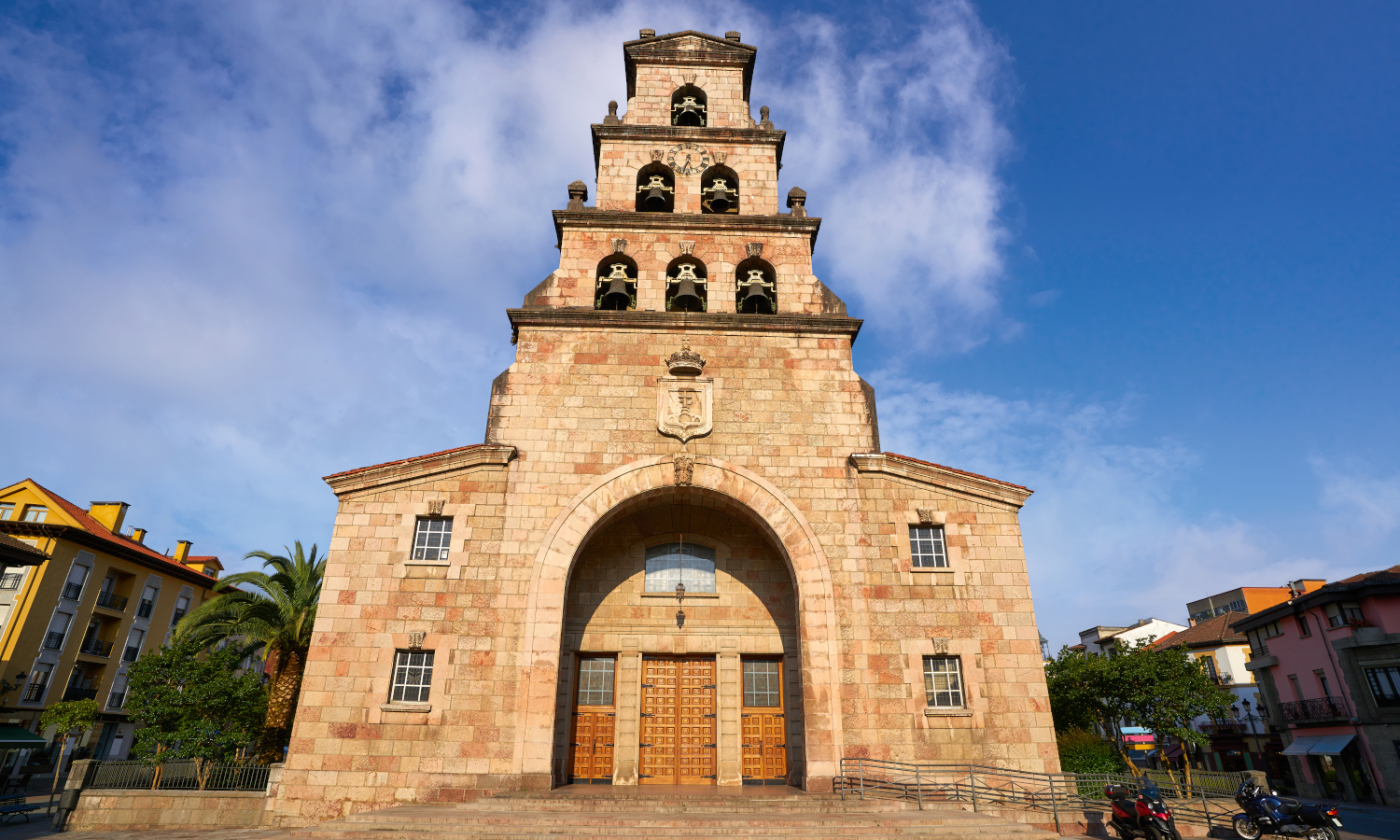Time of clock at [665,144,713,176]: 5:32
